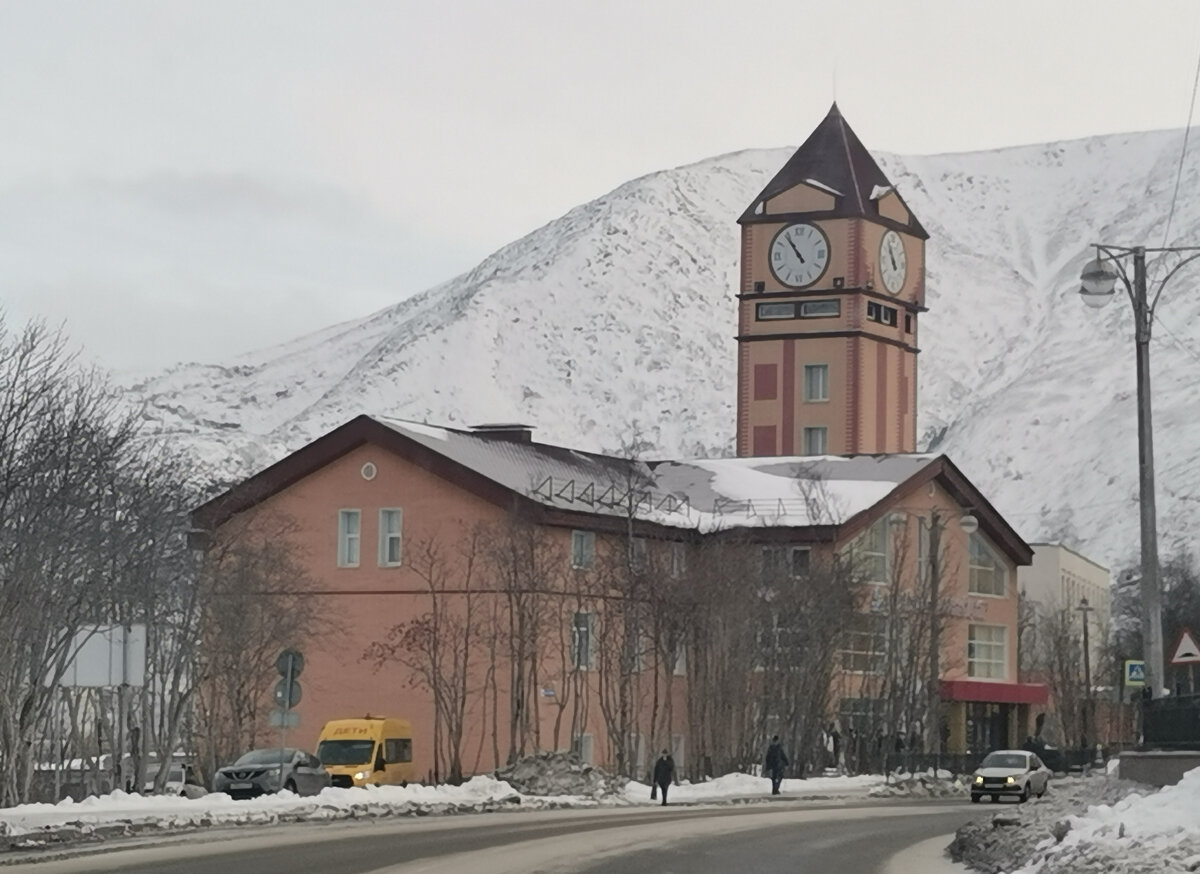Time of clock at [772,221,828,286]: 10:53
